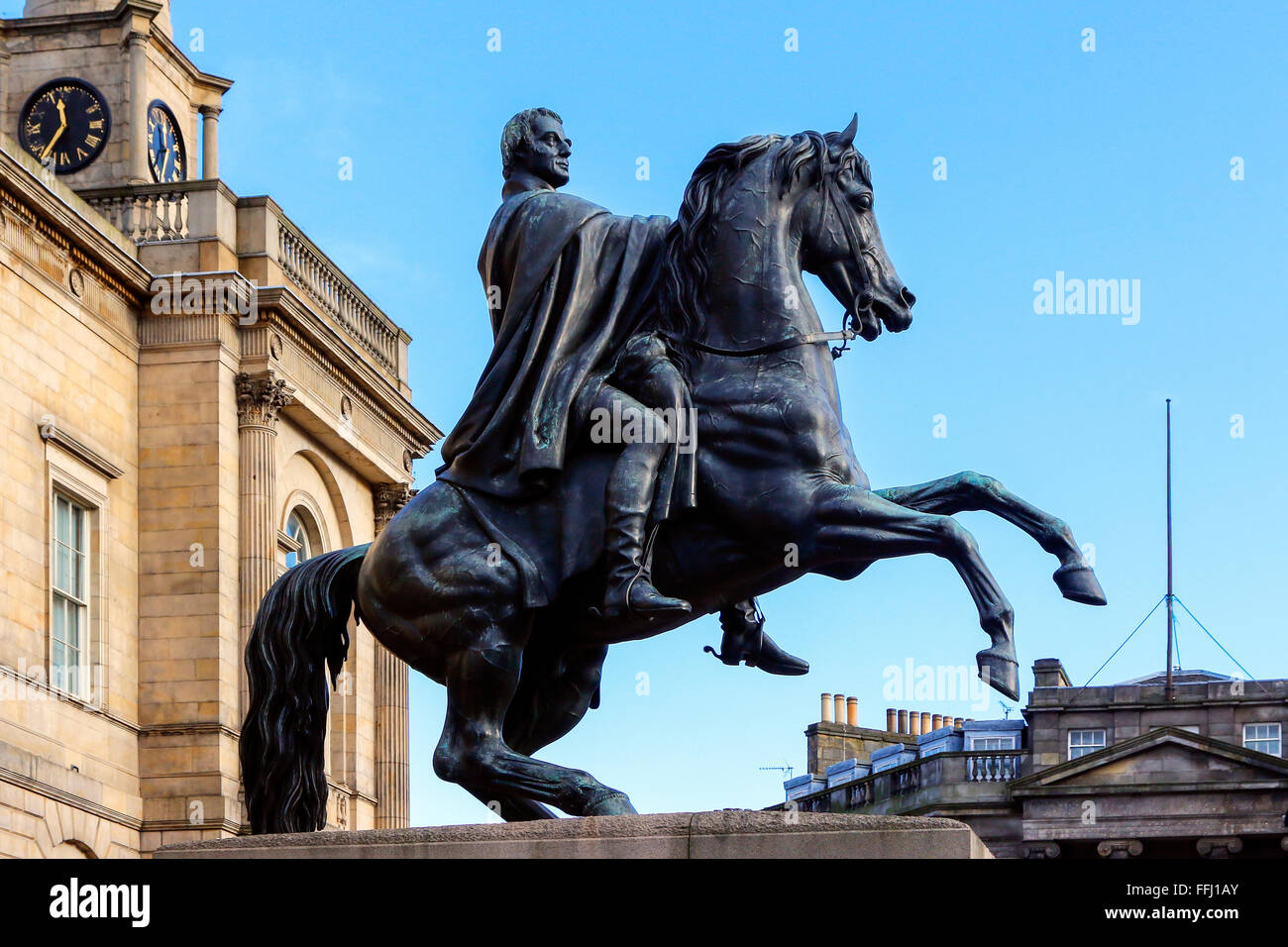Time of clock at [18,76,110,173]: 11:36
